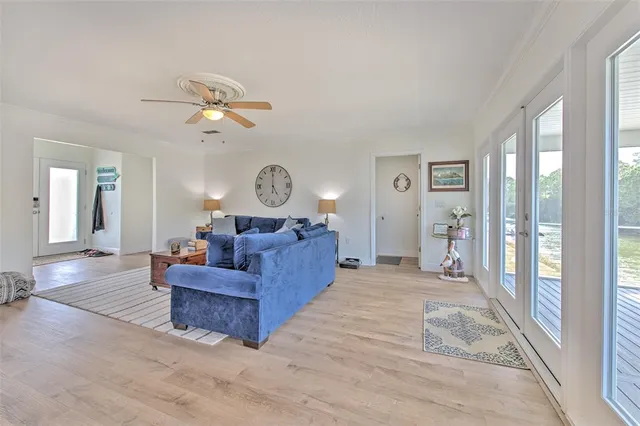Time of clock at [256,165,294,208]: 5:00
